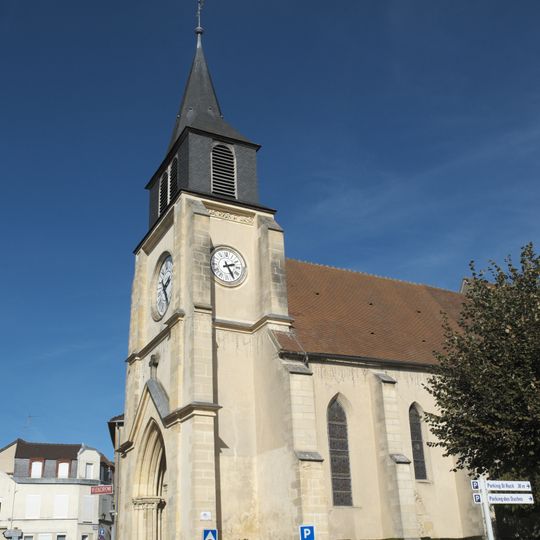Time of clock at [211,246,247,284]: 2:25
